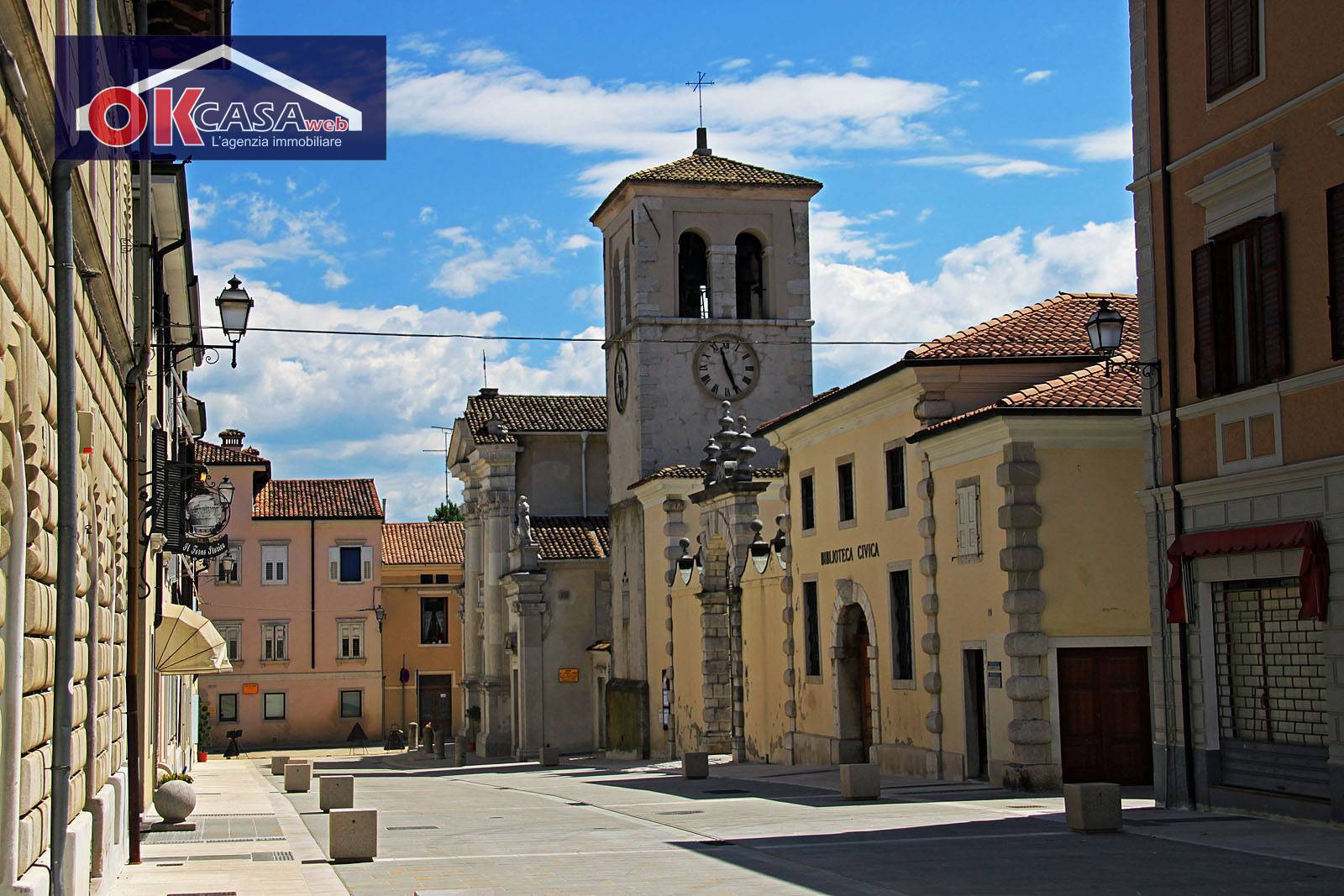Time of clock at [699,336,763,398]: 11:26
